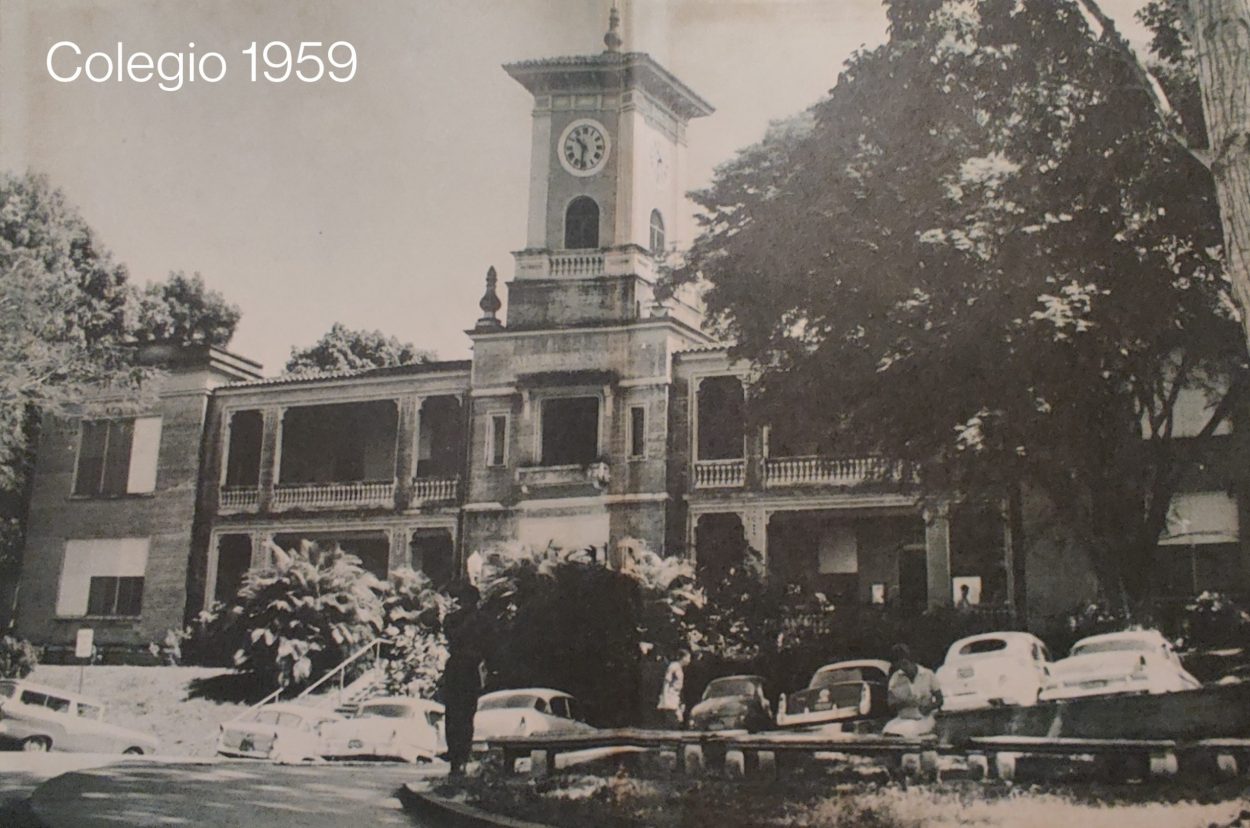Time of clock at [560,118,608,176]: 10:31
